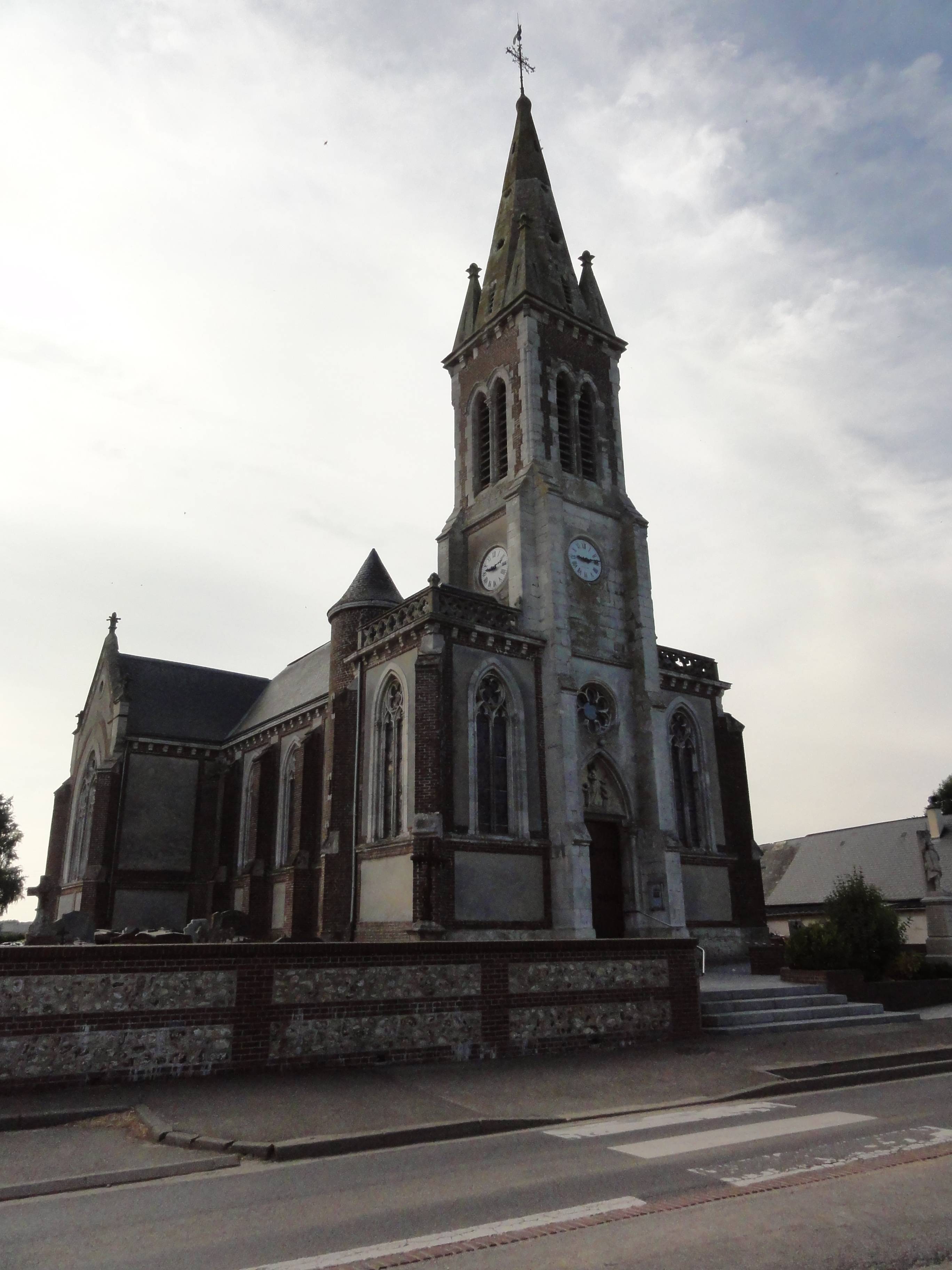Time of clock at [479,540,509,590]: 9:12
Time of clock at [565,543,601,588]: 9:13
